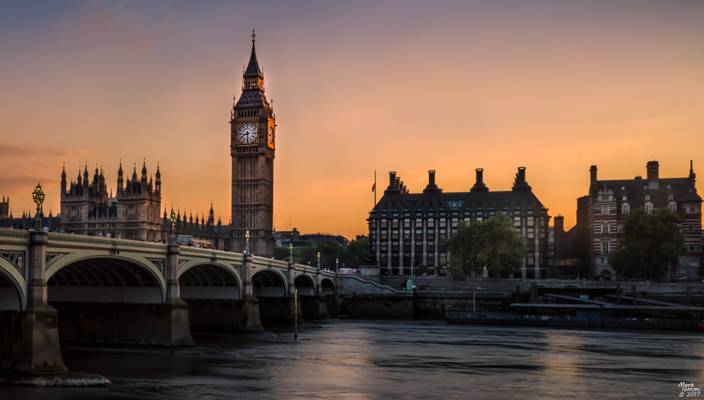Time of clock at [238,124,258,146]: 8:30
